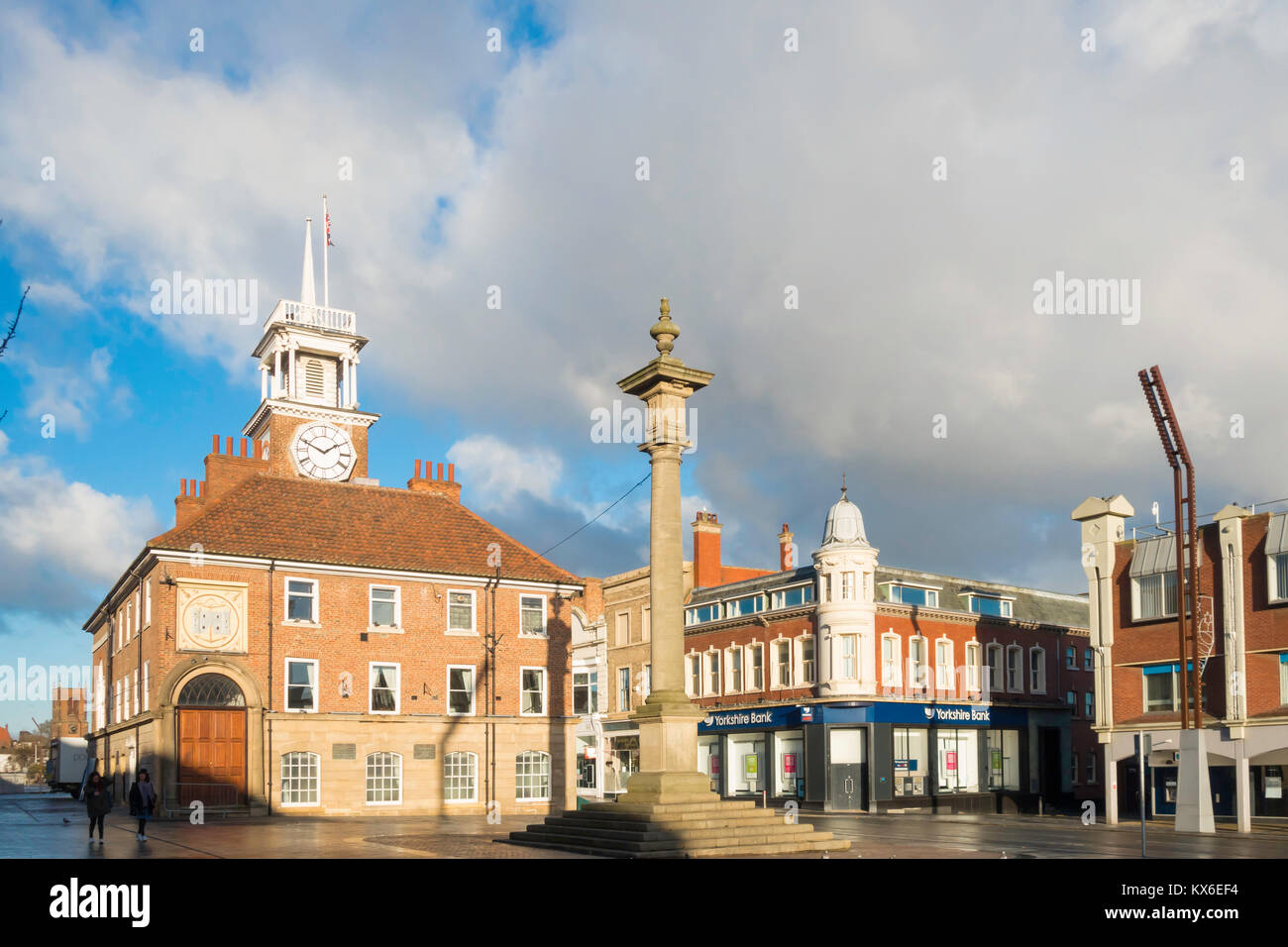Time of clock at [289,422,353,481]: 1:49
